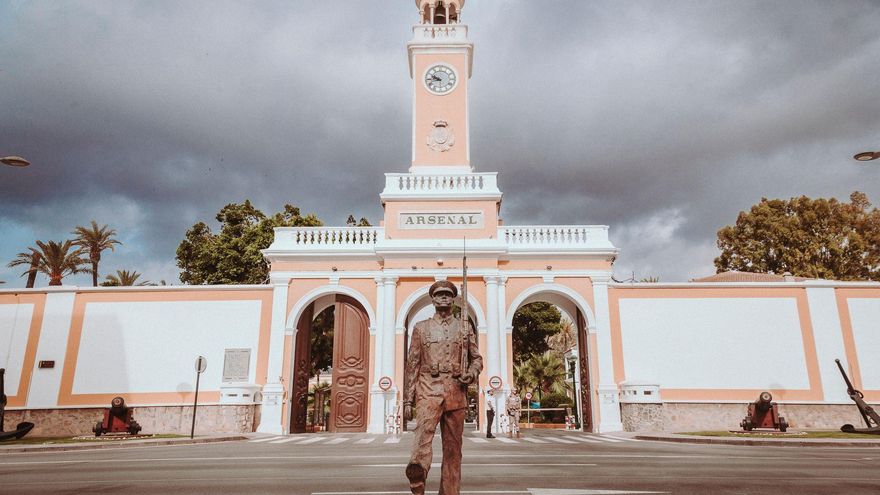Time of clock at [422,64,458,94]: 9:43
